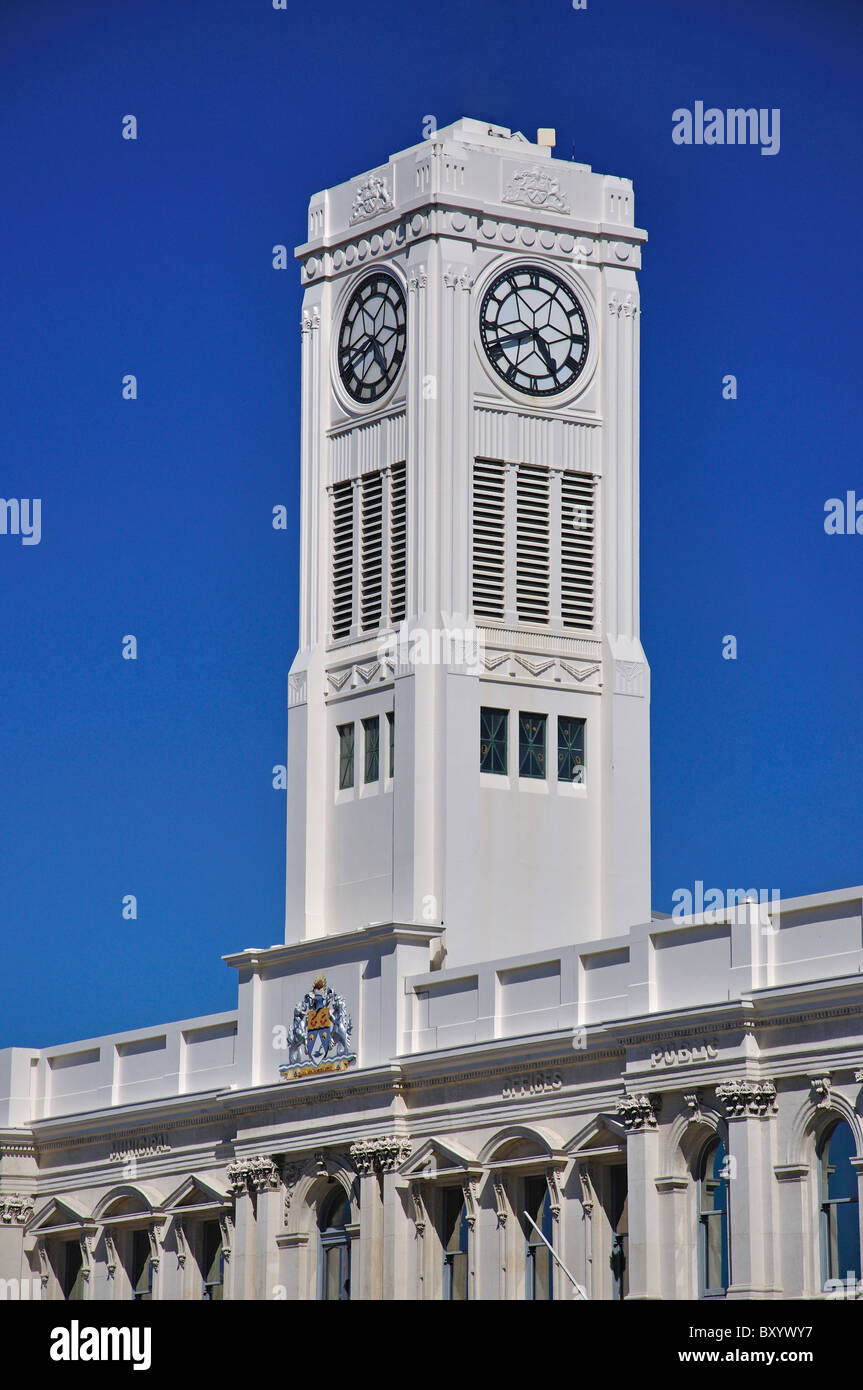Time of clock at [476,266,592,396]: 4:41
